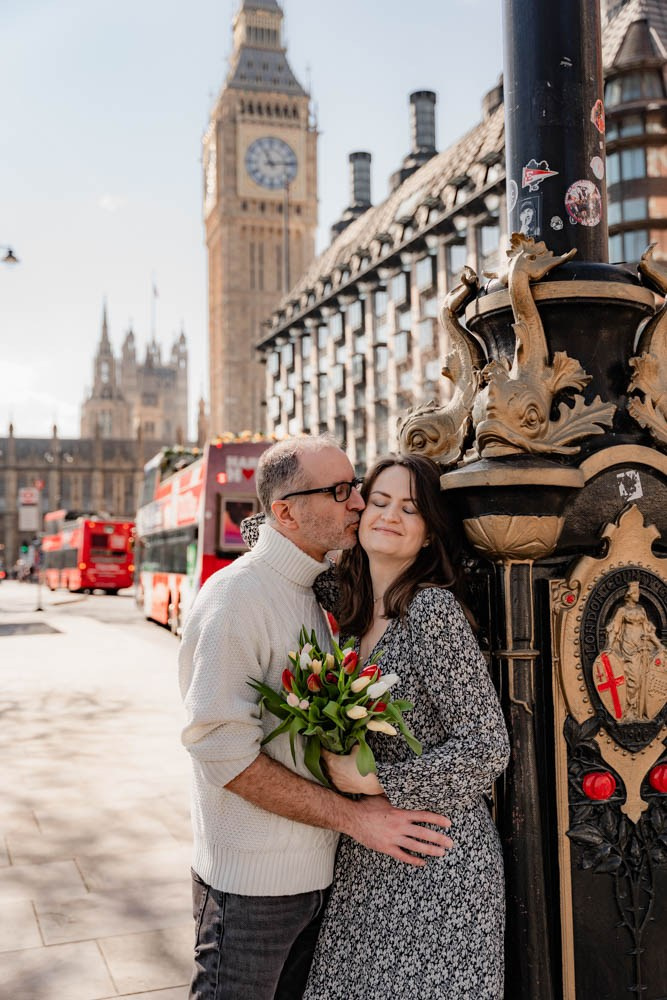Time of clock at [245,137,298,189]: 11:13
